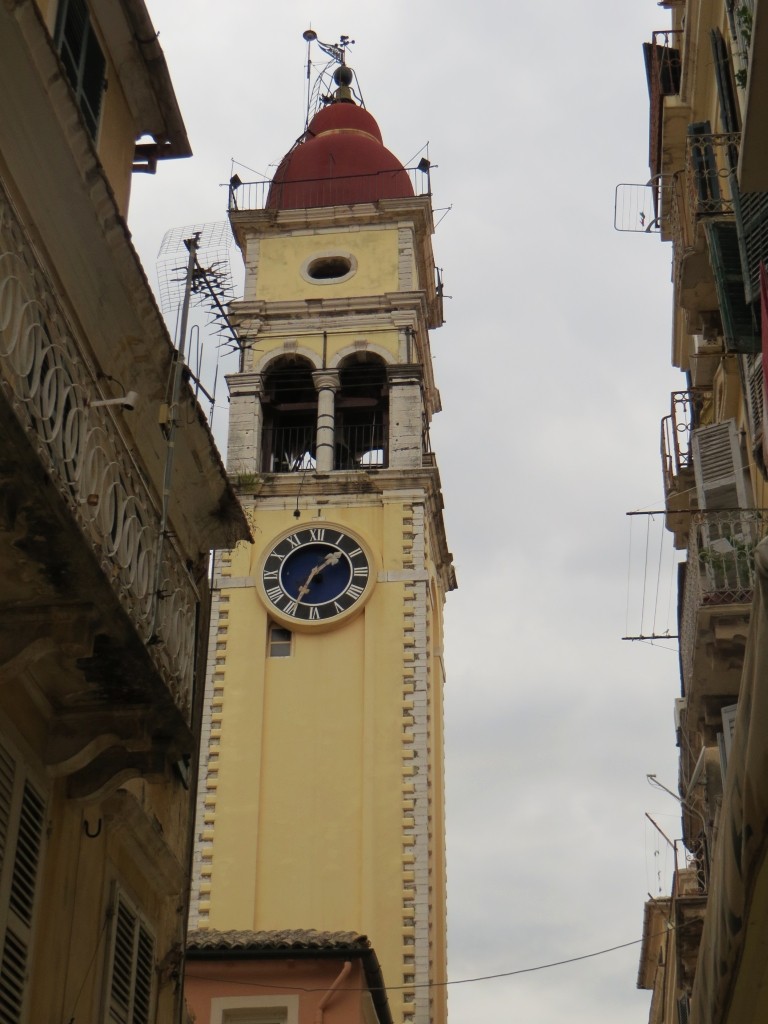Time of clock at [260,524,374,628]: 1:34
